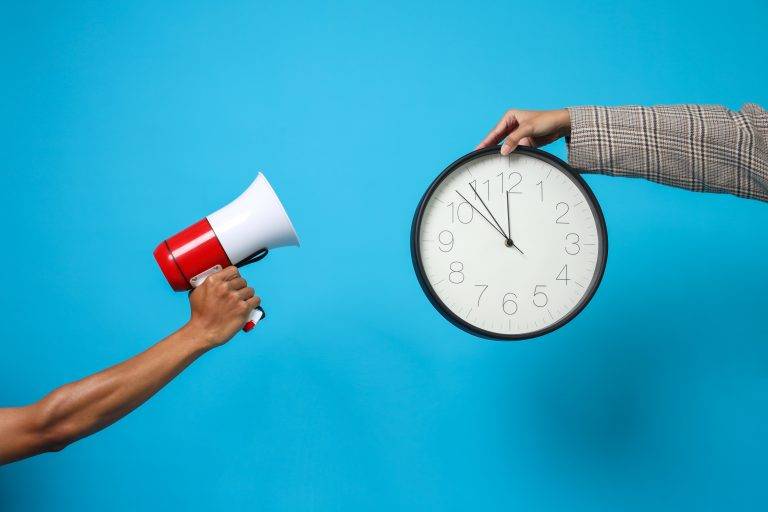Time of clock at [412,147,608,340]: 11:53
